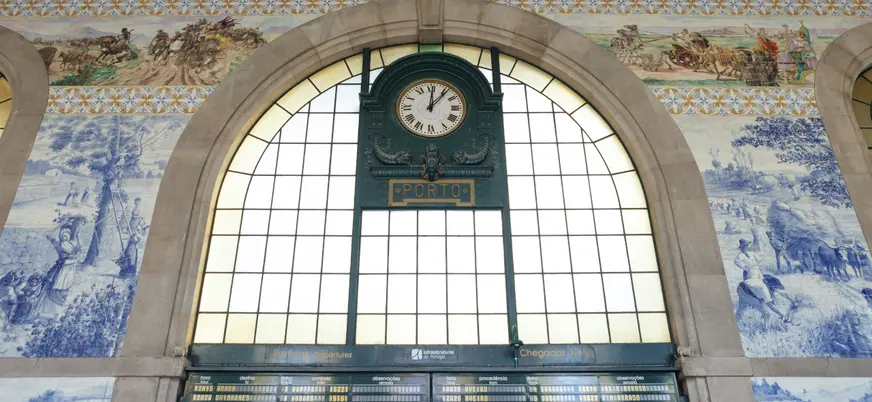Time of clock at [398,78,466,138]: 12:06
